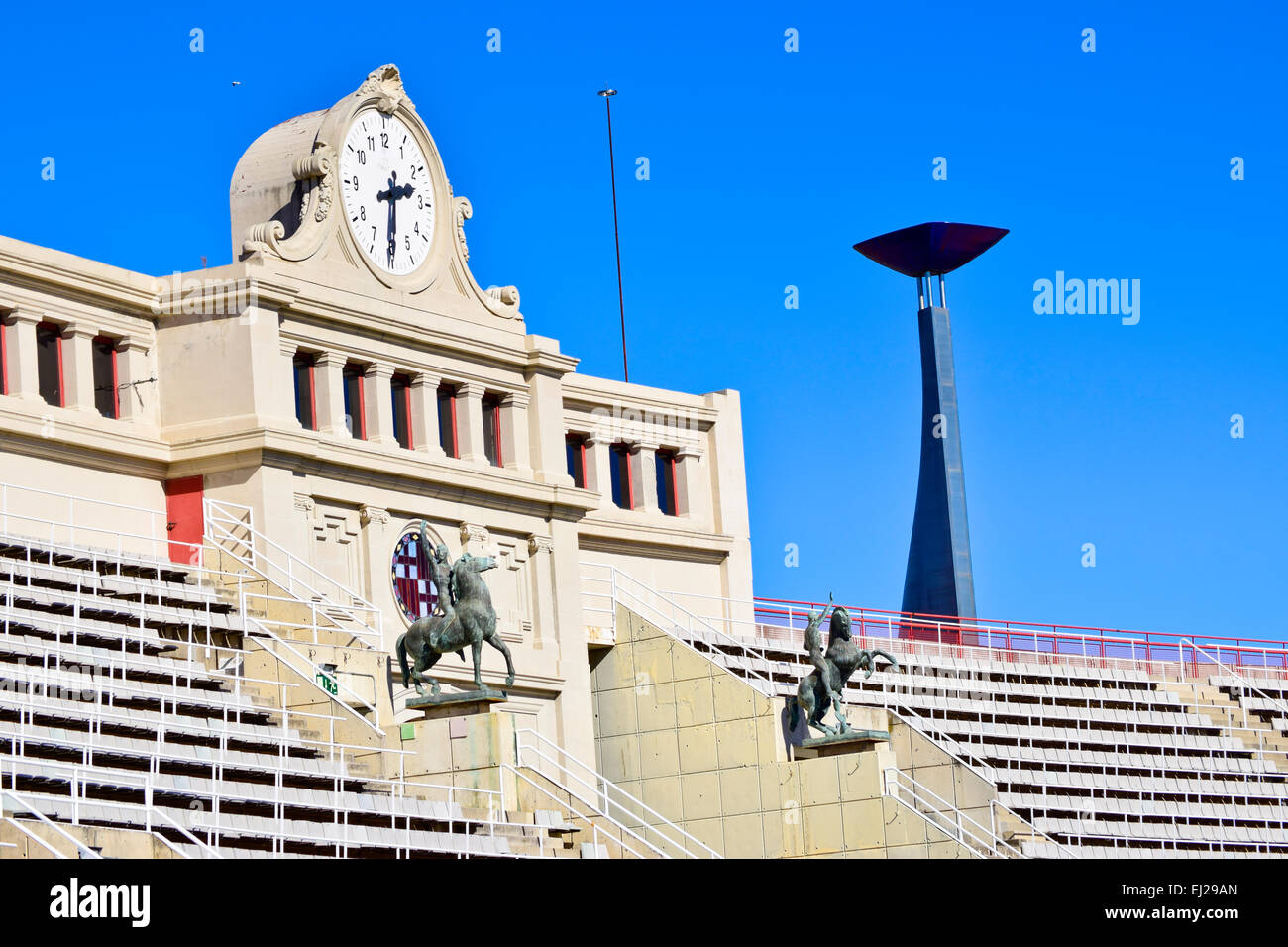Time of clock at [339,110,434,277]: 2:30
